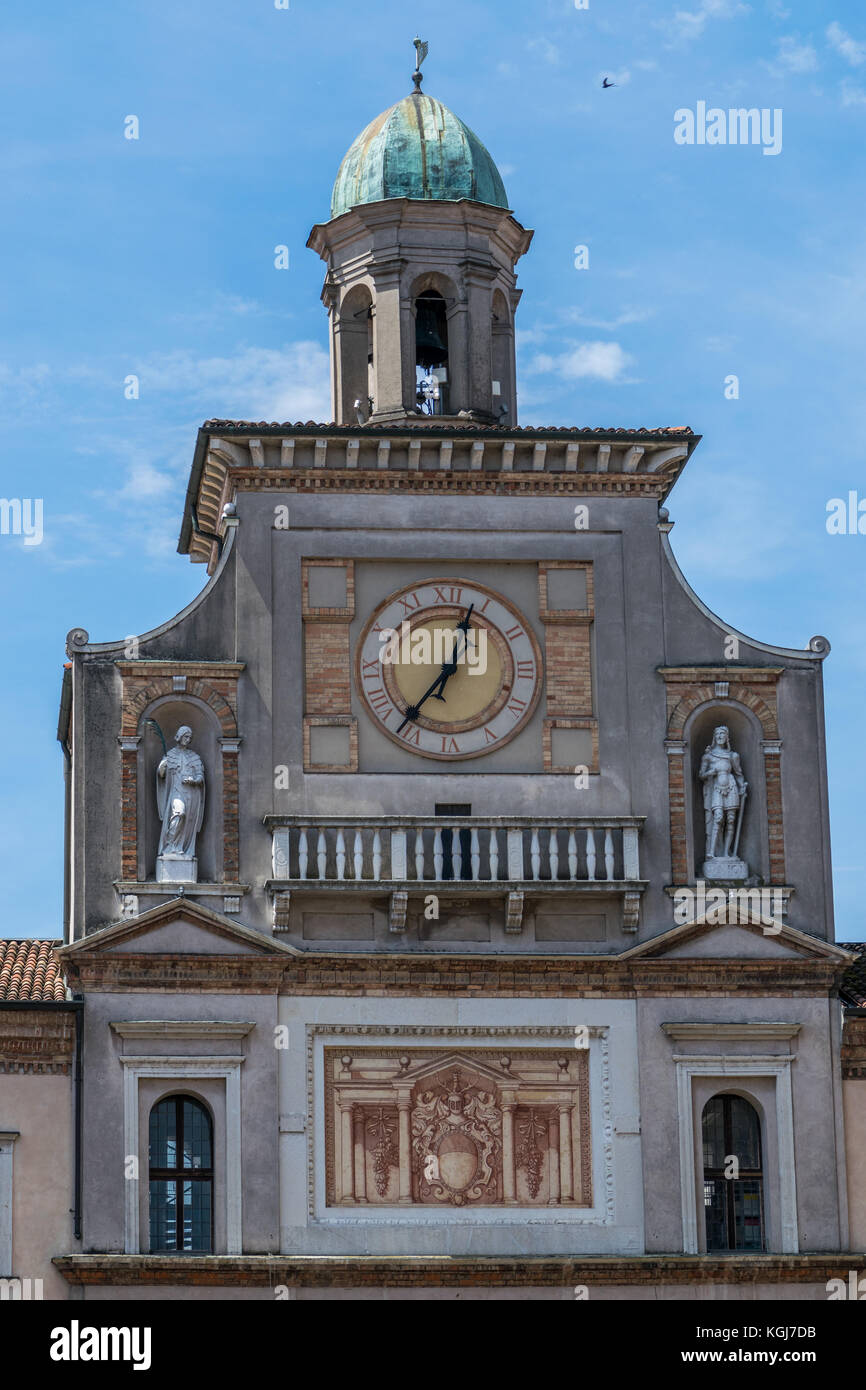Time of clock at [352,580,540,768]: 12:36
